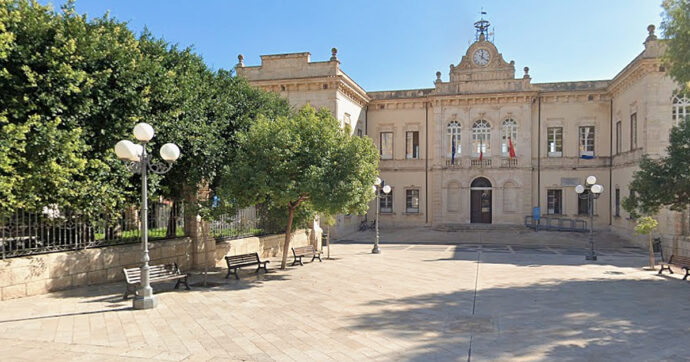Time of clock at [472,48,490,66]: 12:20
